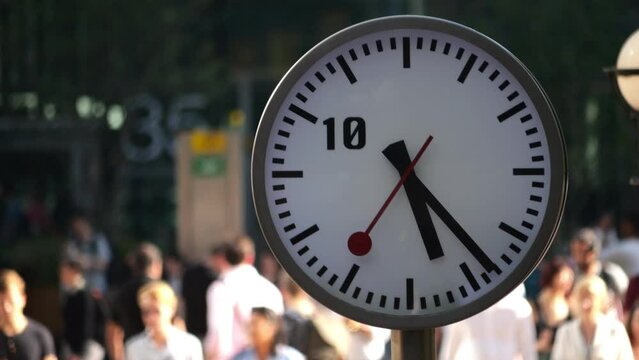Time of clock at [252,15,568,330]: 5:23
